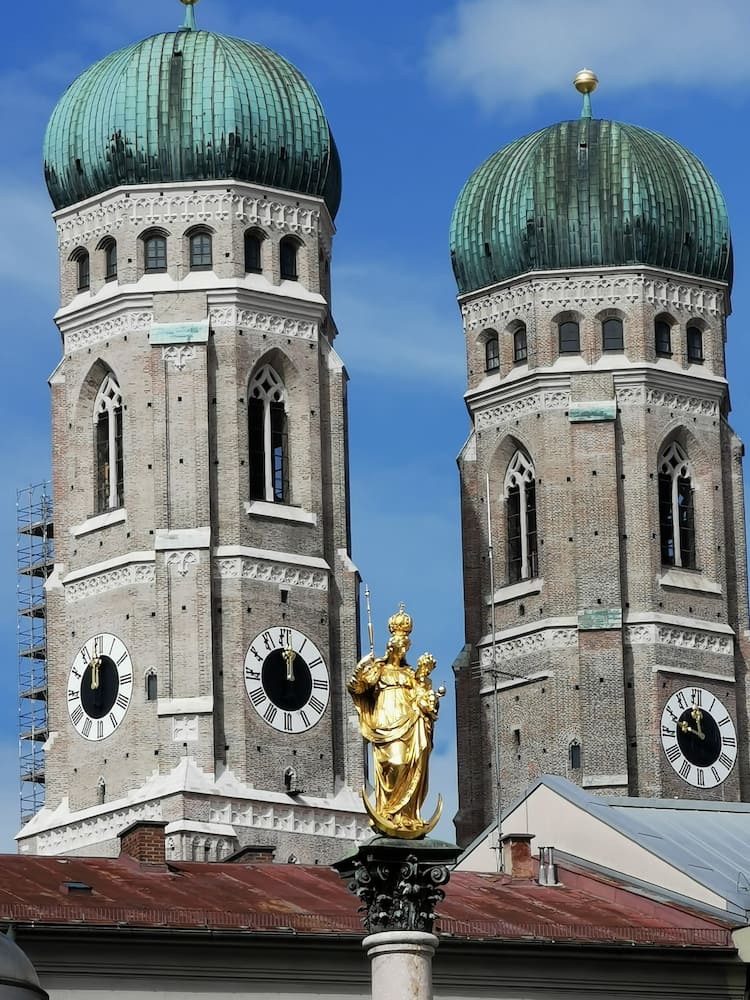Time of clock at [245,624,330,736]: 12:02
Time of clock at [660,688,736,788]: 11:48
